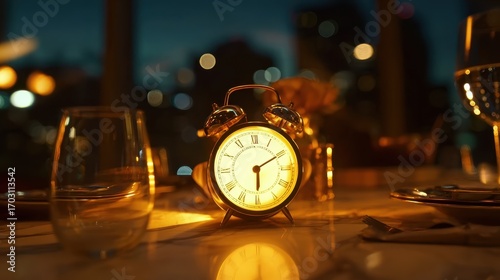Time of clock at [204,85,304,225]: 6:10
